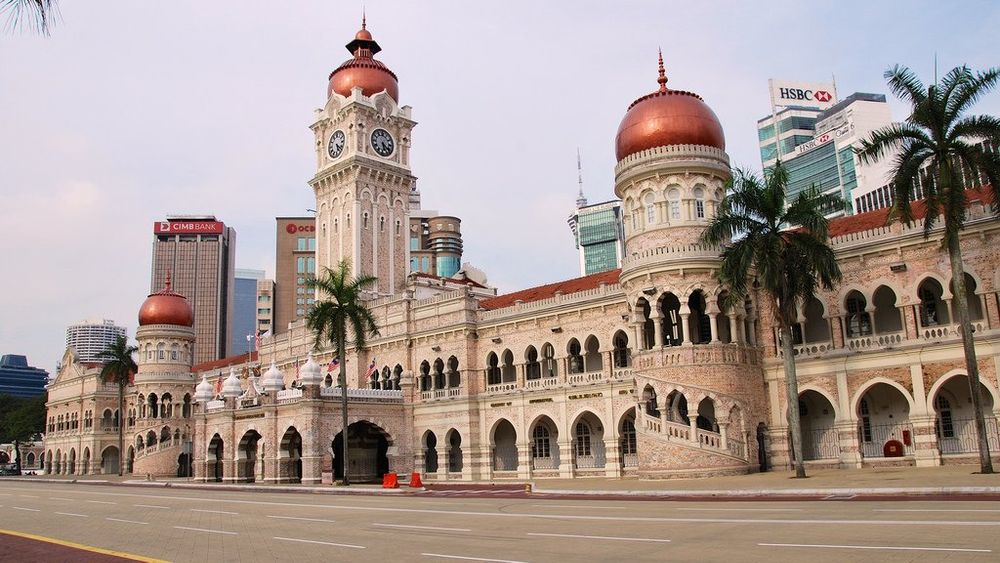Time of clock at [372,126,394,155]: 5:20
